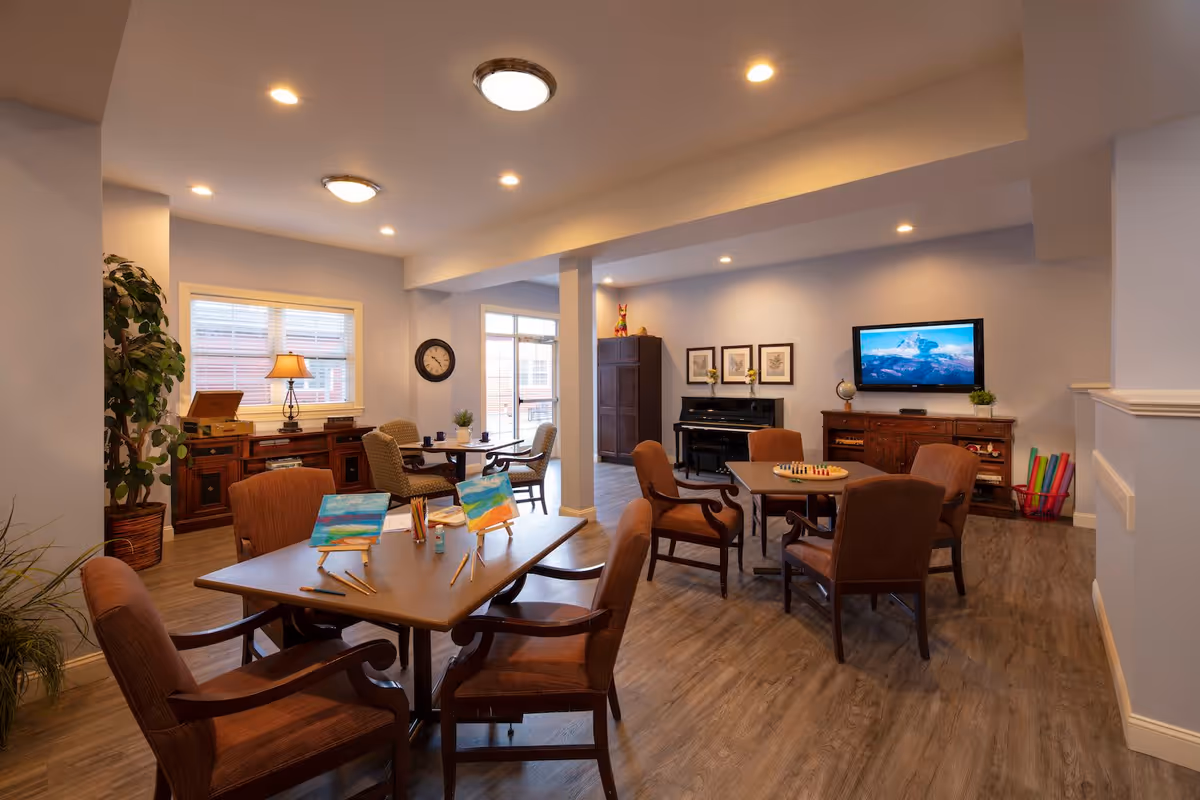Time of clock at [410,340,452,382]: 10:23
